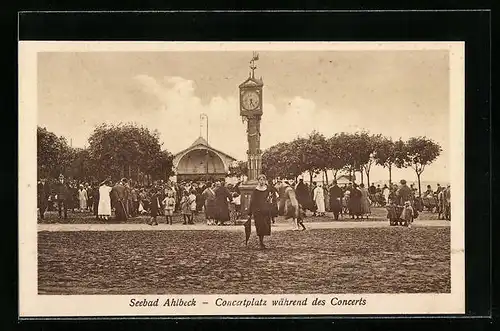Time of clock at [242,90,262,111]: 6:25
